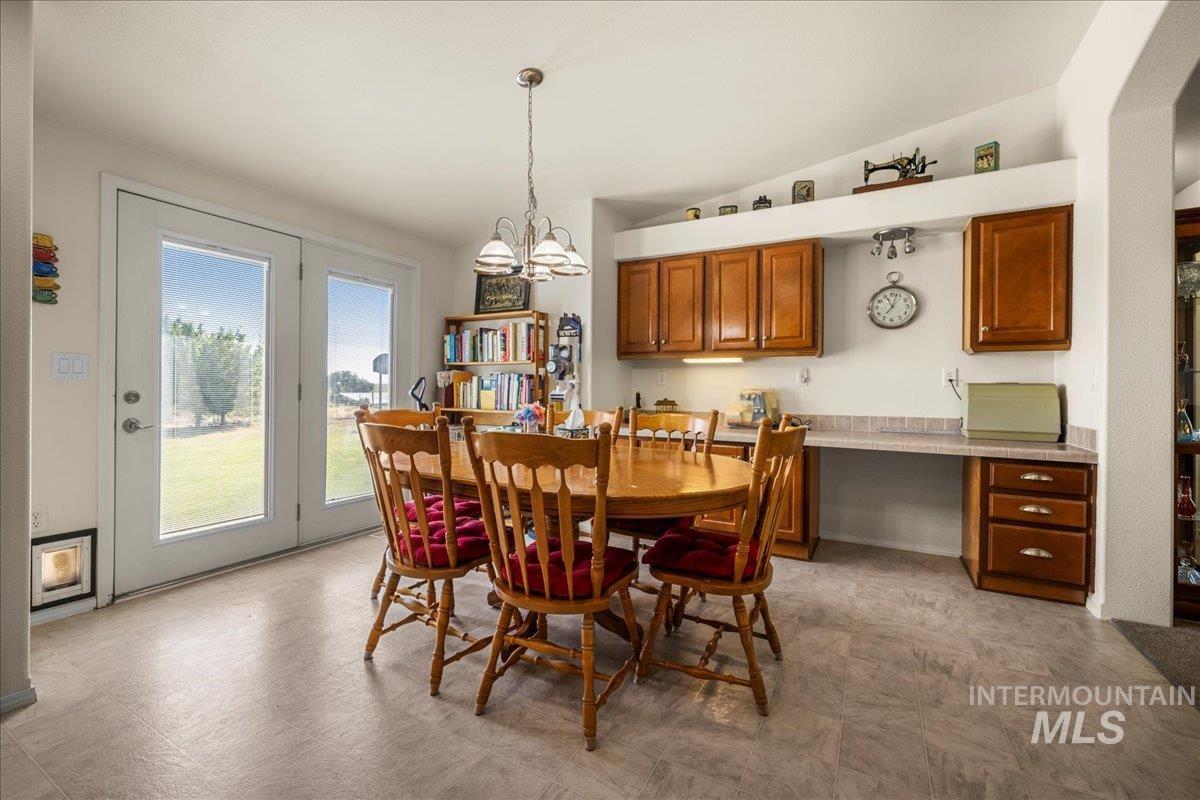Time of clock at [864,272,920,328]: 11:02
